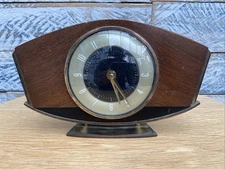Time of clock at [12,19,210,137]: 5:24
